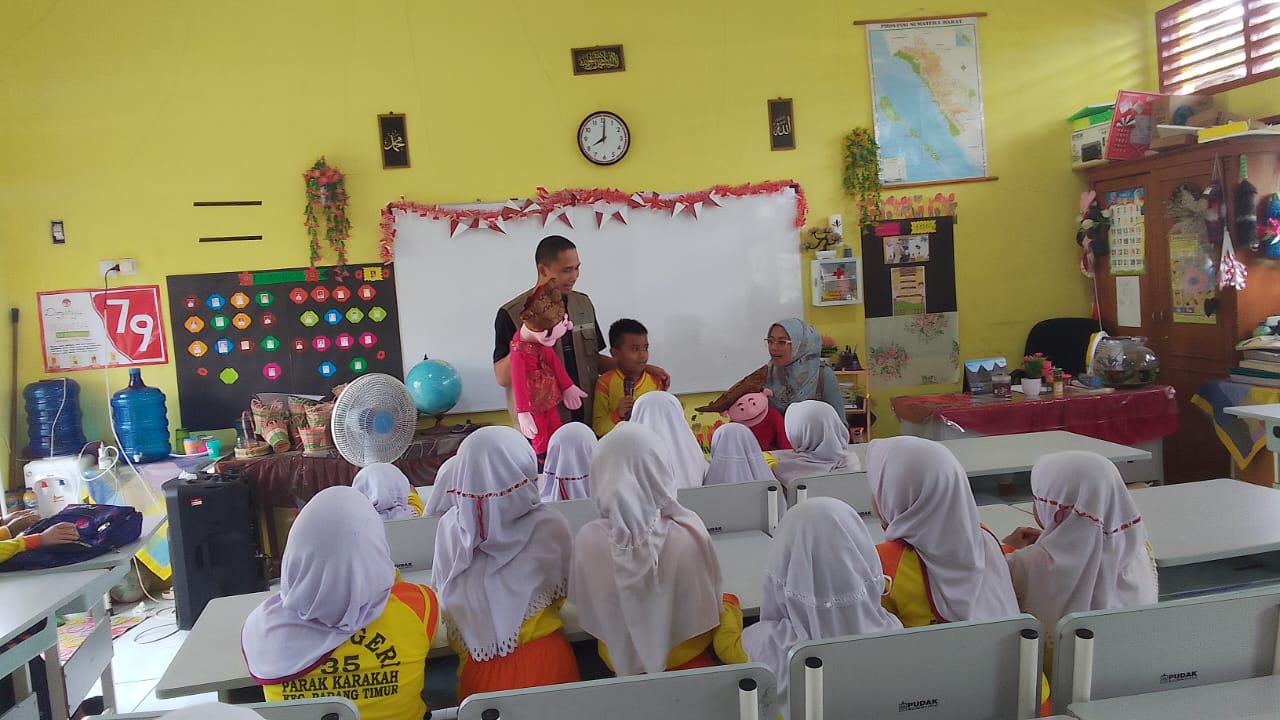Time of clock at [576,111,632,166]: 8:00
